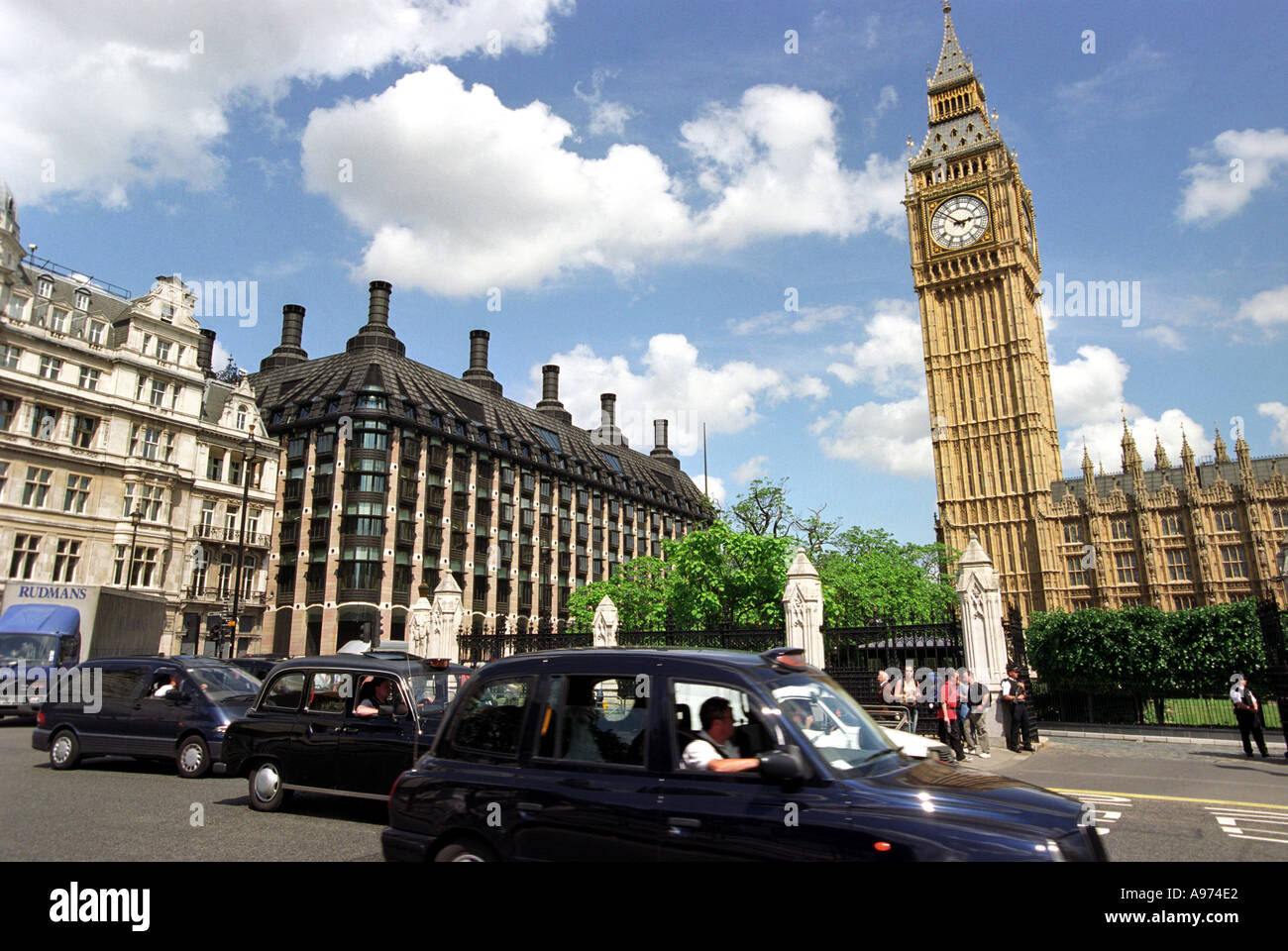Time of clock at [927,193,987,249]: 2:52
